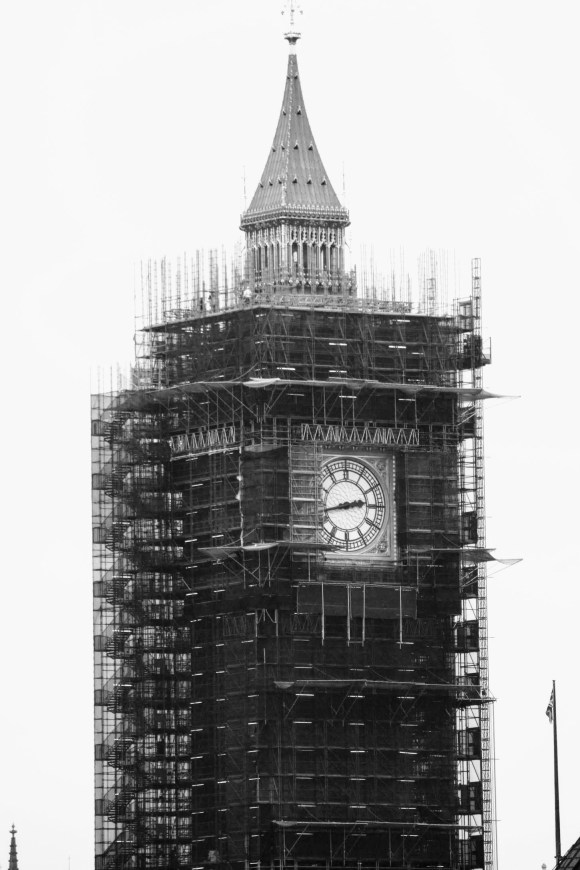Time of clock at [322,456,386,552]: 2:42
